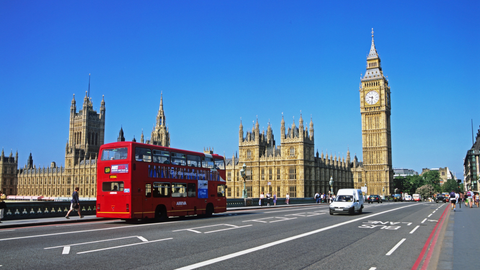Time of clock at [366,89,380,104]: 9:31
